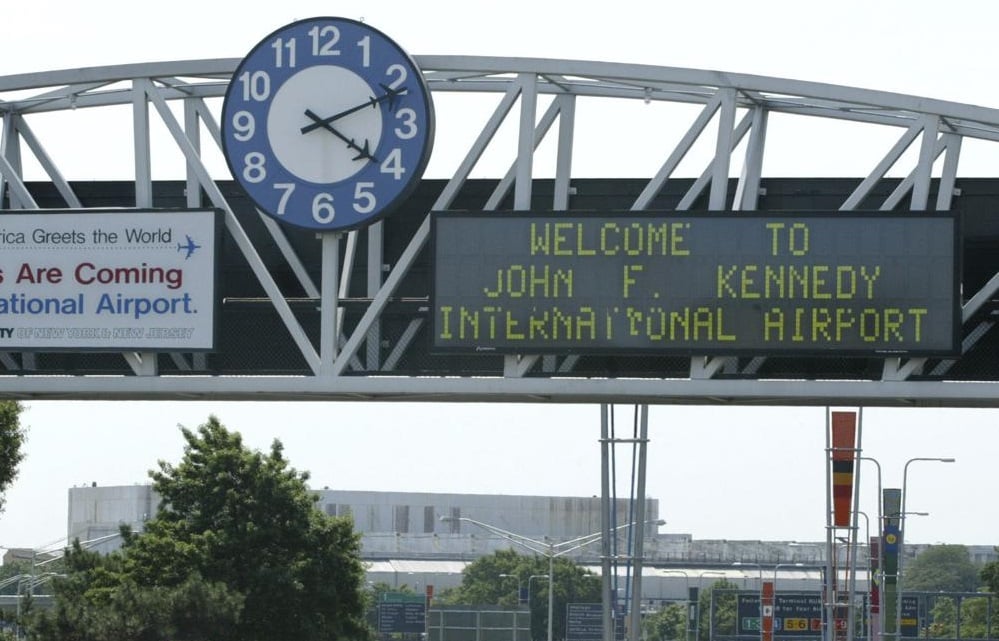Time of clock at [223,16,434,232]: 4:11
